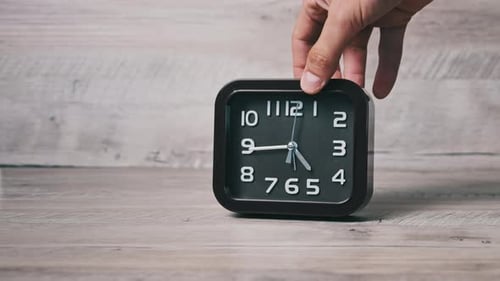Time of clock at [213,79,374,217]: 4:44
